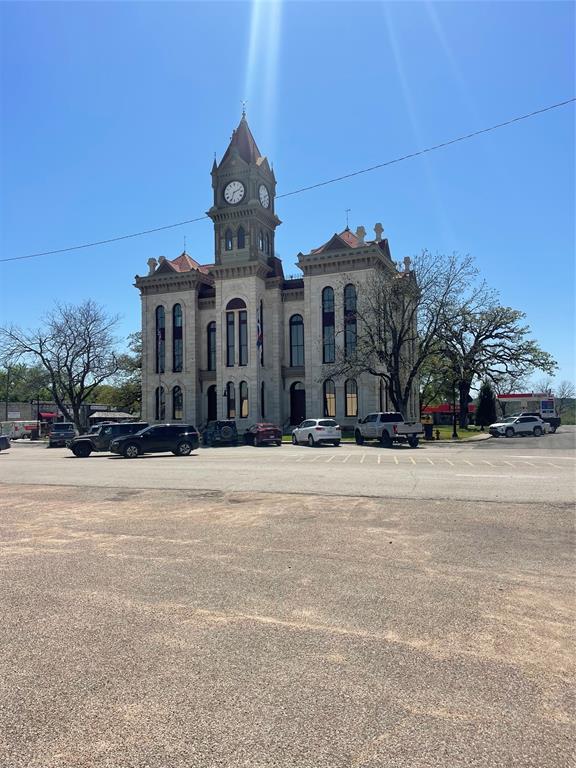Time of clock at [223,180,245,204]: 2:33
